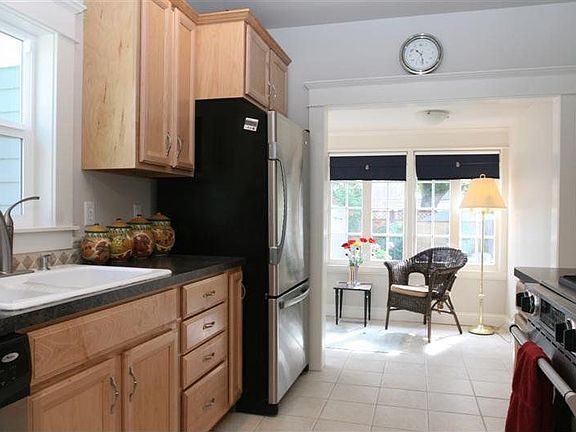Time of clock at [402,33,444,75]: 10:28
